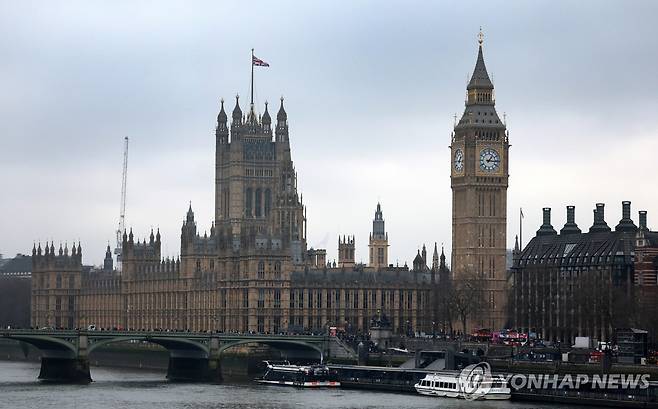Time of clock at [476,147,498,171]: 1:16
